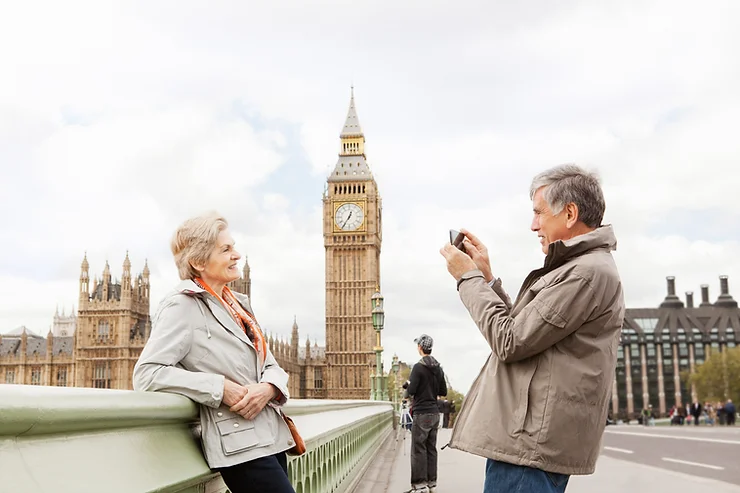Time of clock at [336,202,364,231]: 12:35
